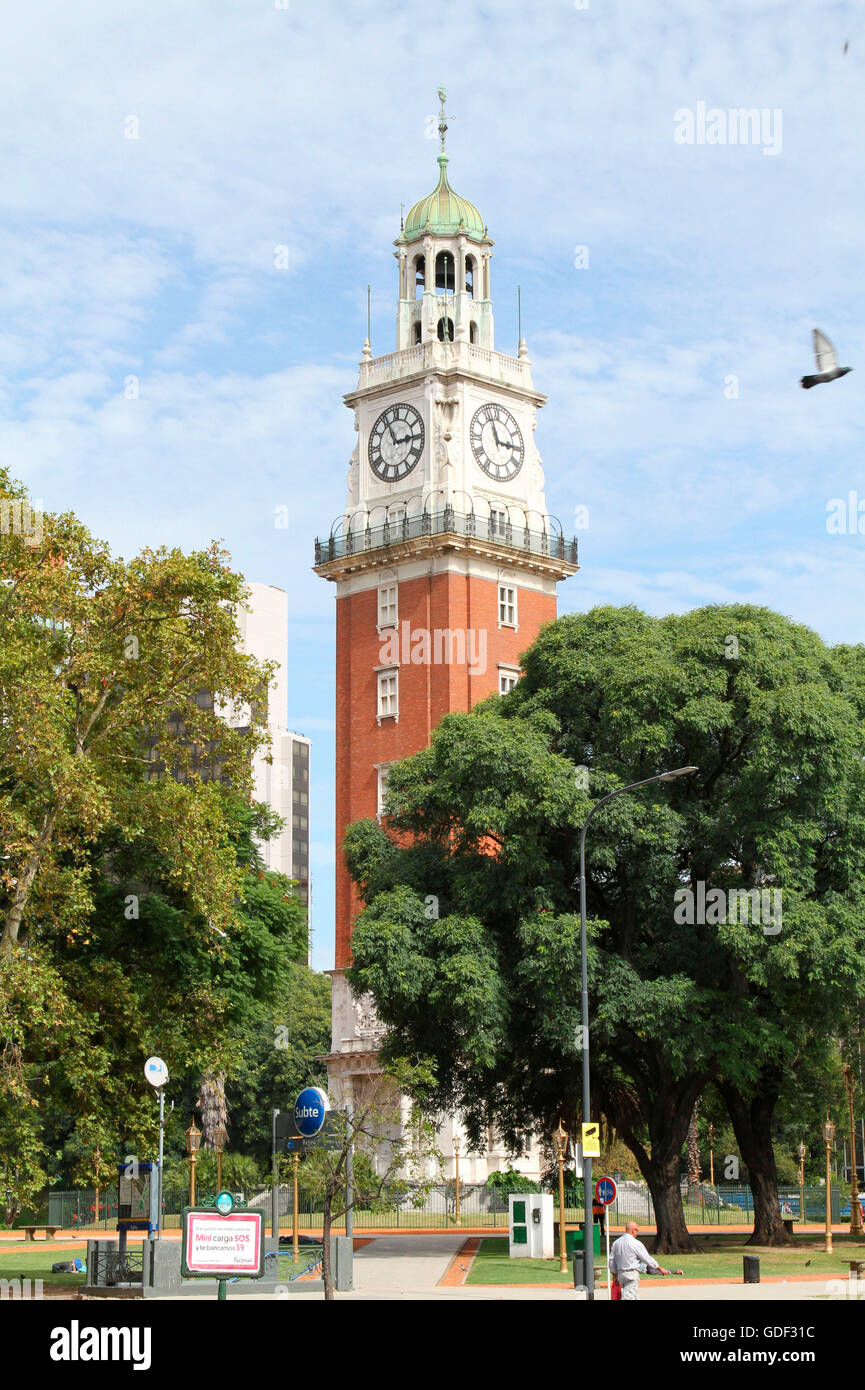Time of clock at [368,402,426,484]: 2:55
